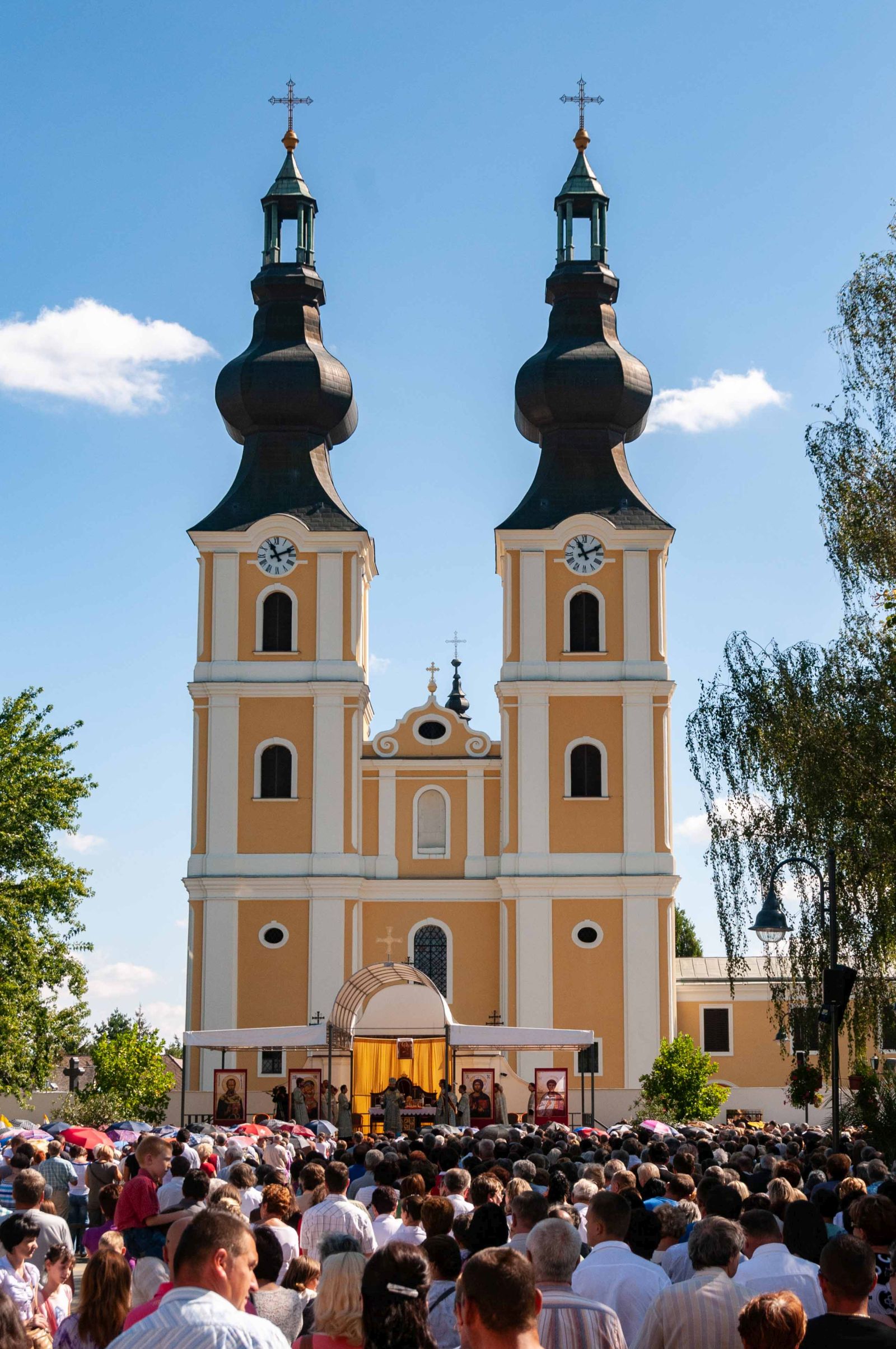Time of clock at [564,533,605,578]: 11:10
